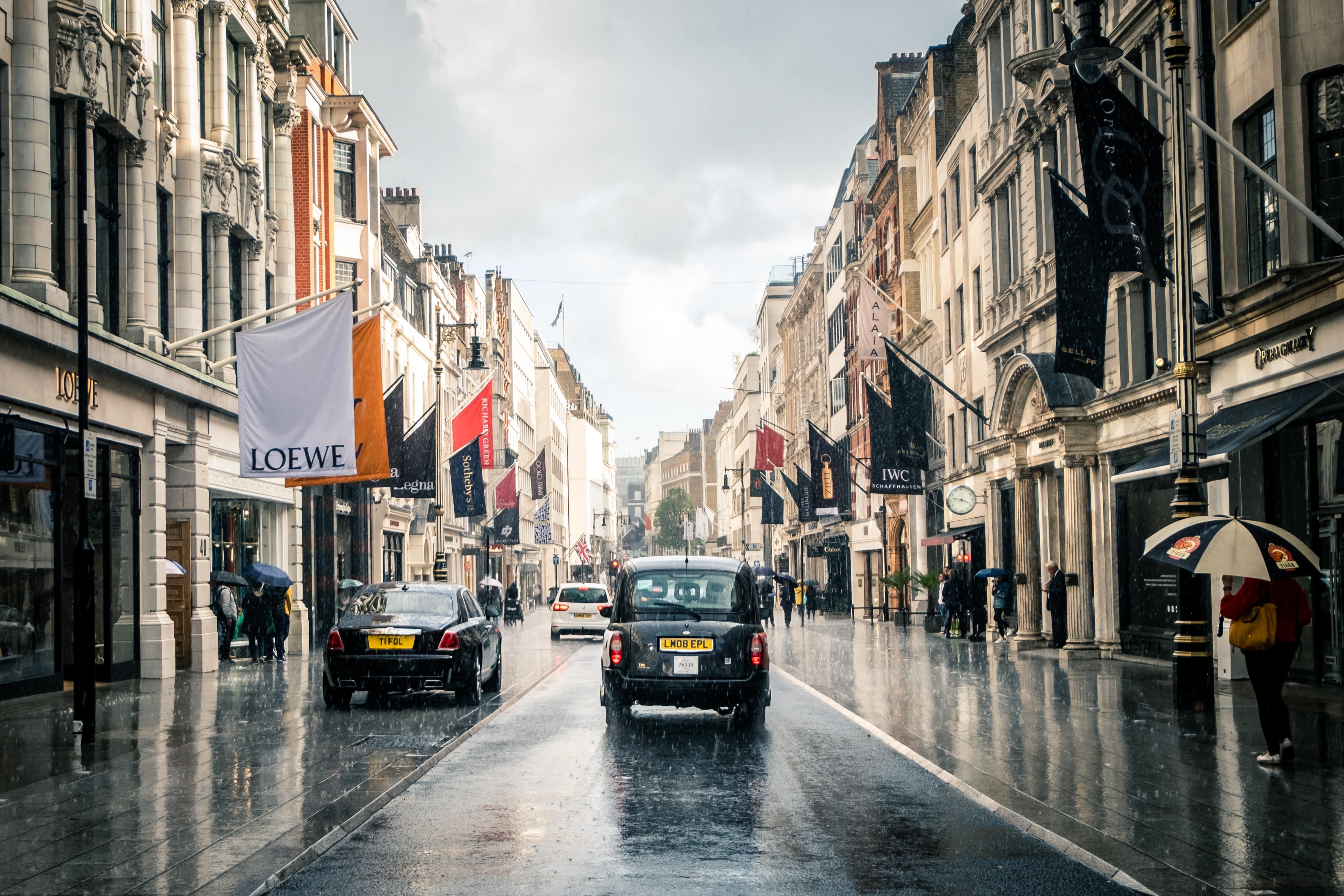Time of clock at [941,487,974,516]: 3:47
